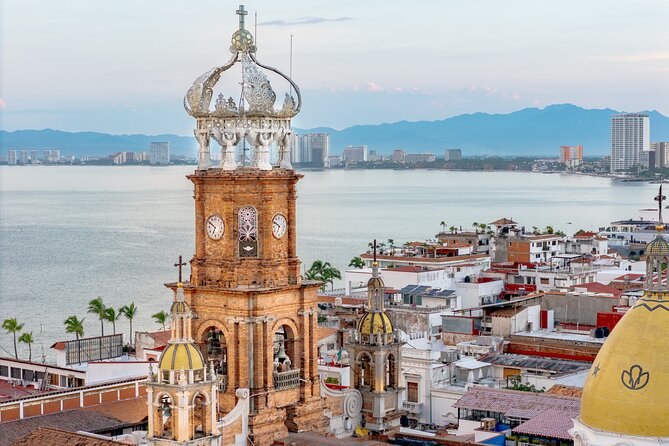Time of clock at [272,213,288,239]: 6:49
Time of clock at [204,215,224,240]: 6:50
